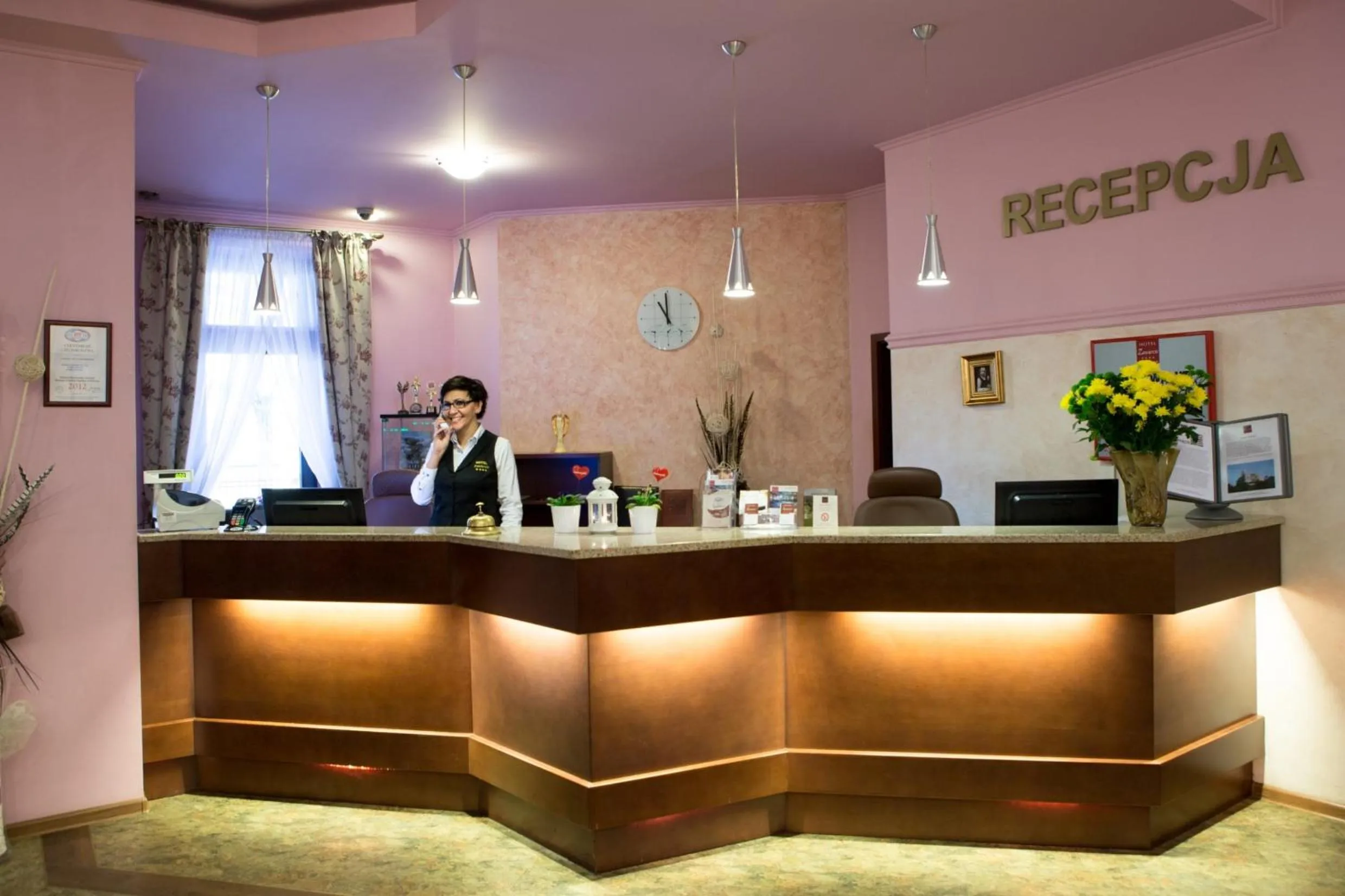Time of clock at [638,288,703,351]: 10:59
